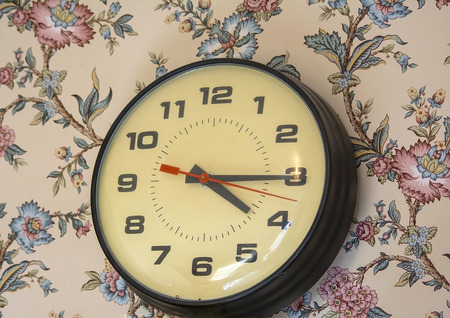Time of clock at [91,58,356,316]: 4:15
